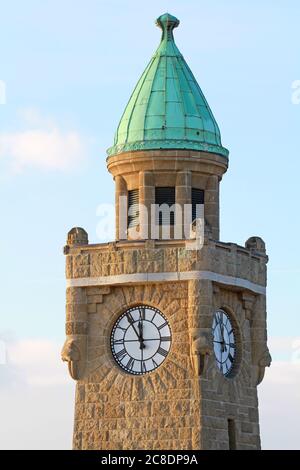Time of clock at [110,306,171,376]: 11:54
